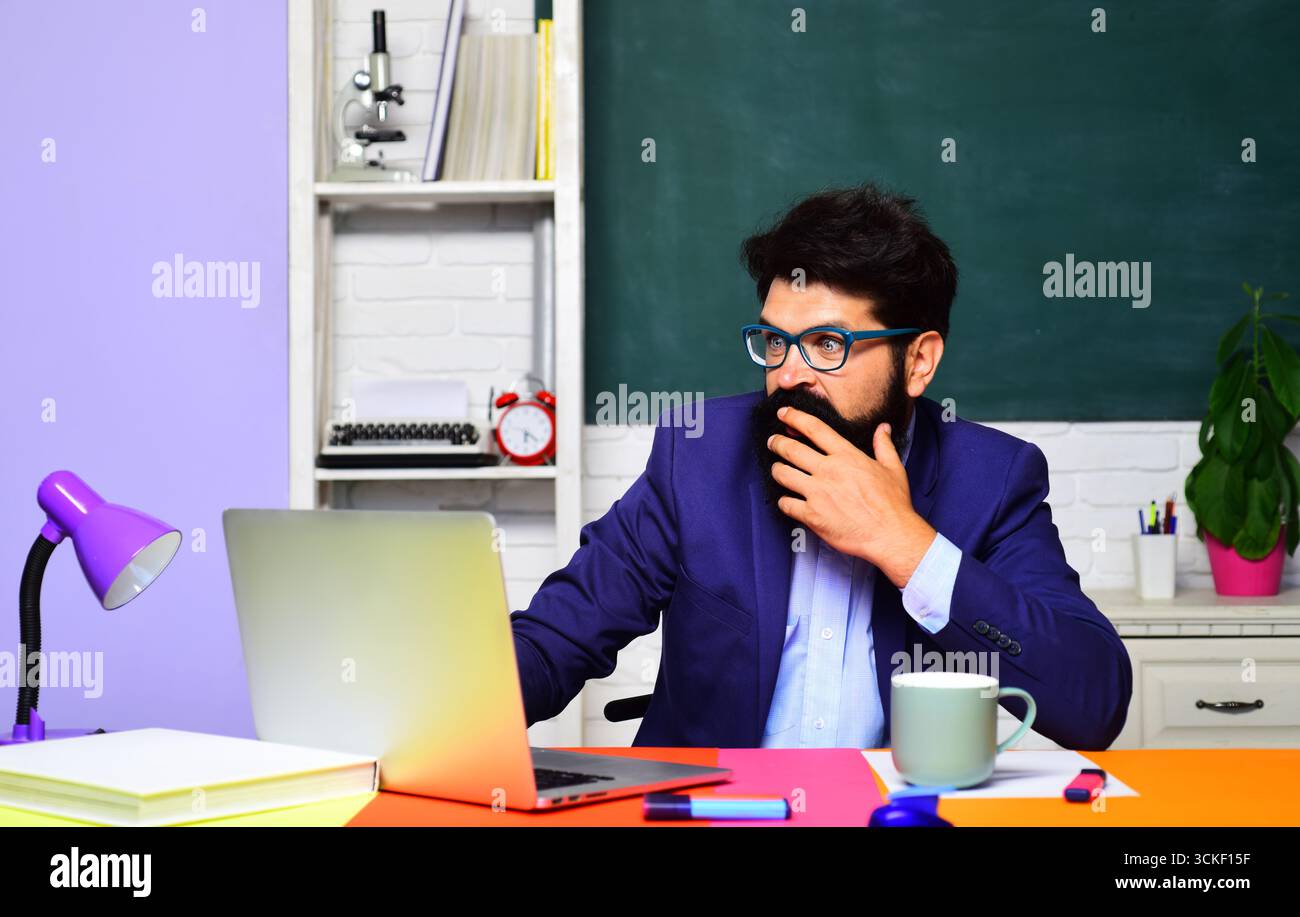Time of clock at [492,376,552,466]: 6:21
